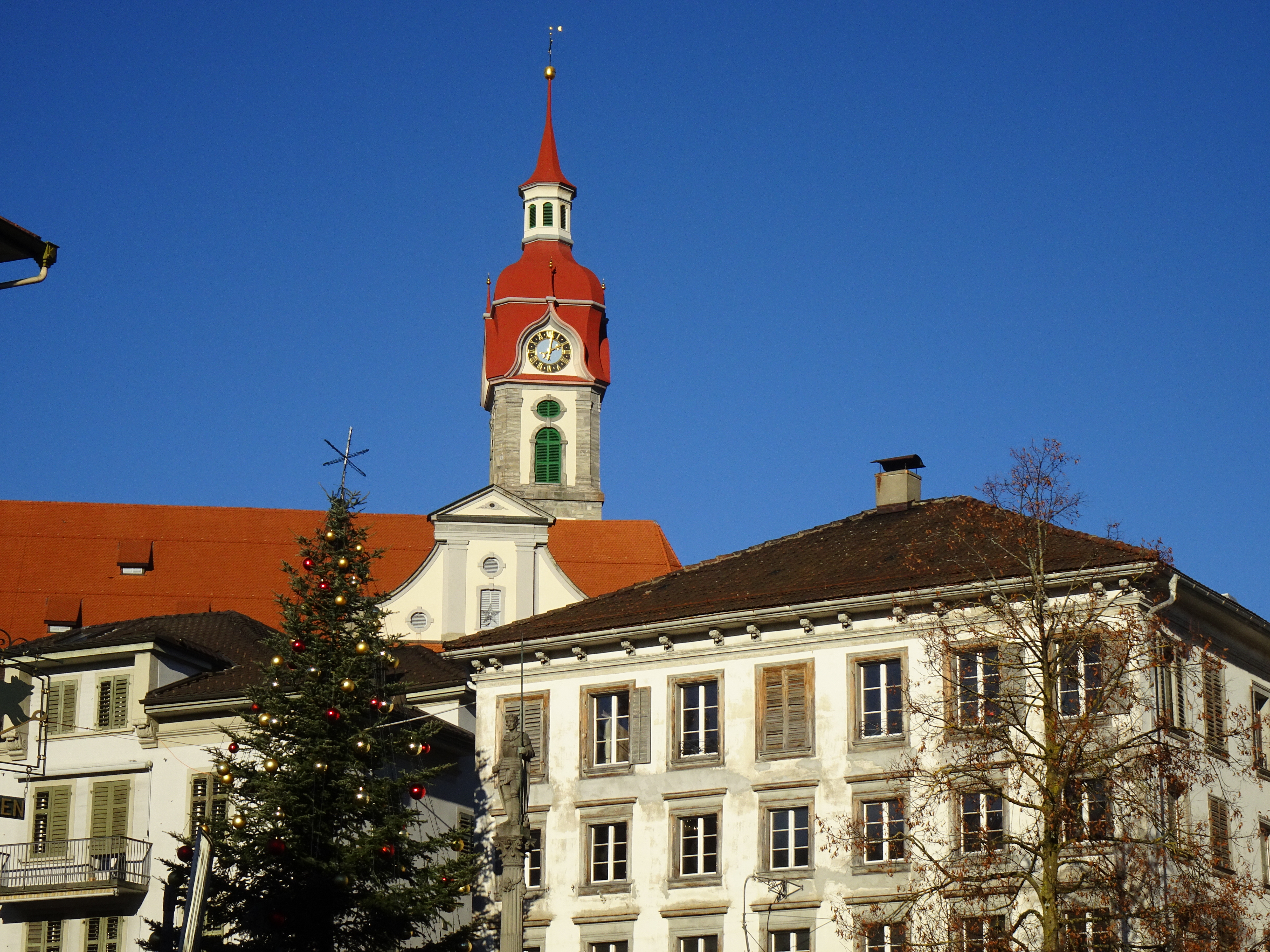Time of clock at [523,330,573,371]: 2:02
